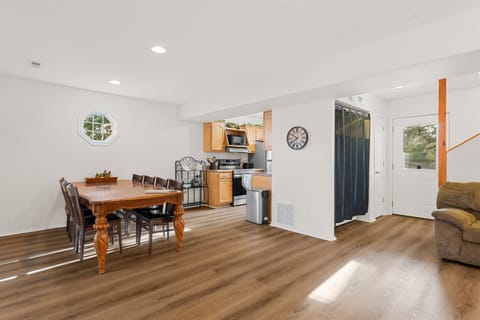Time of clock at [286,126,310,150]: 7:50
